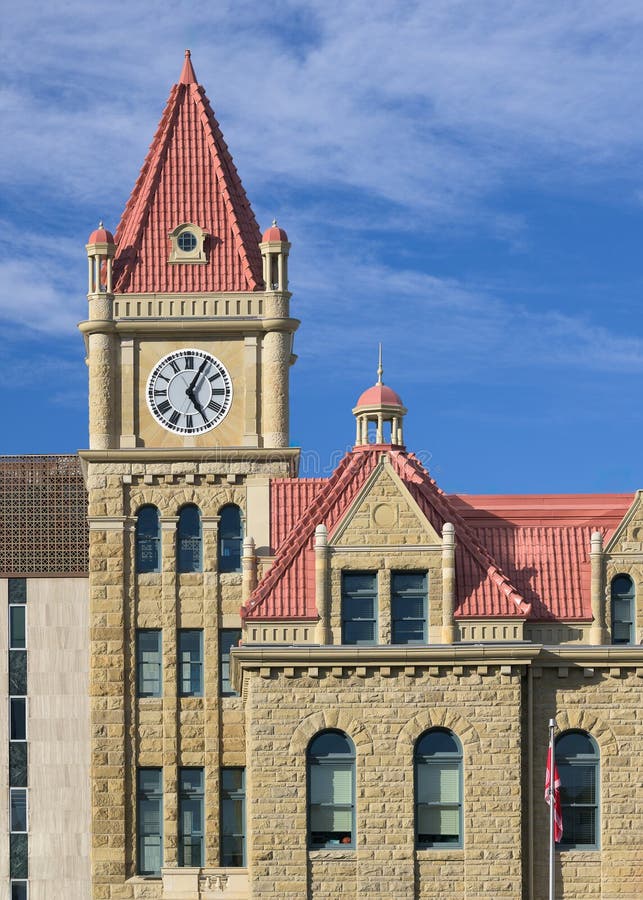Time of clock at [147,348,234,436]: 5:04
